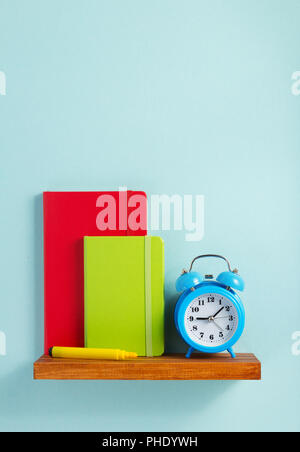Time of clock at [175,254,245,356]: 9:08
